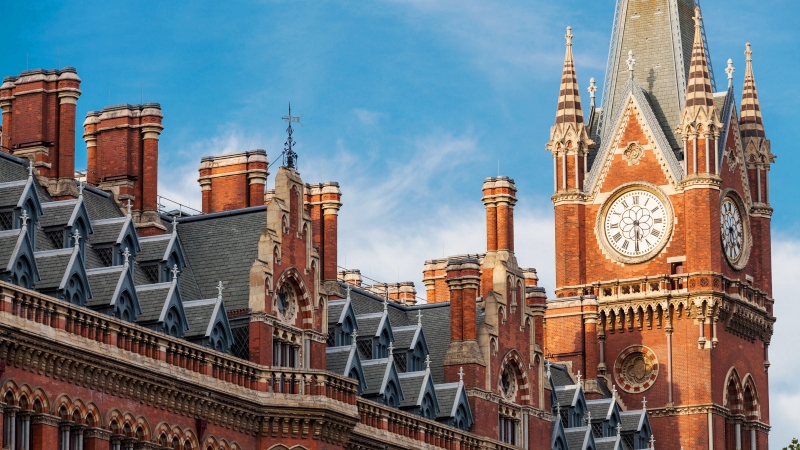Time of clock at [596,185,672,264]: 5:30
